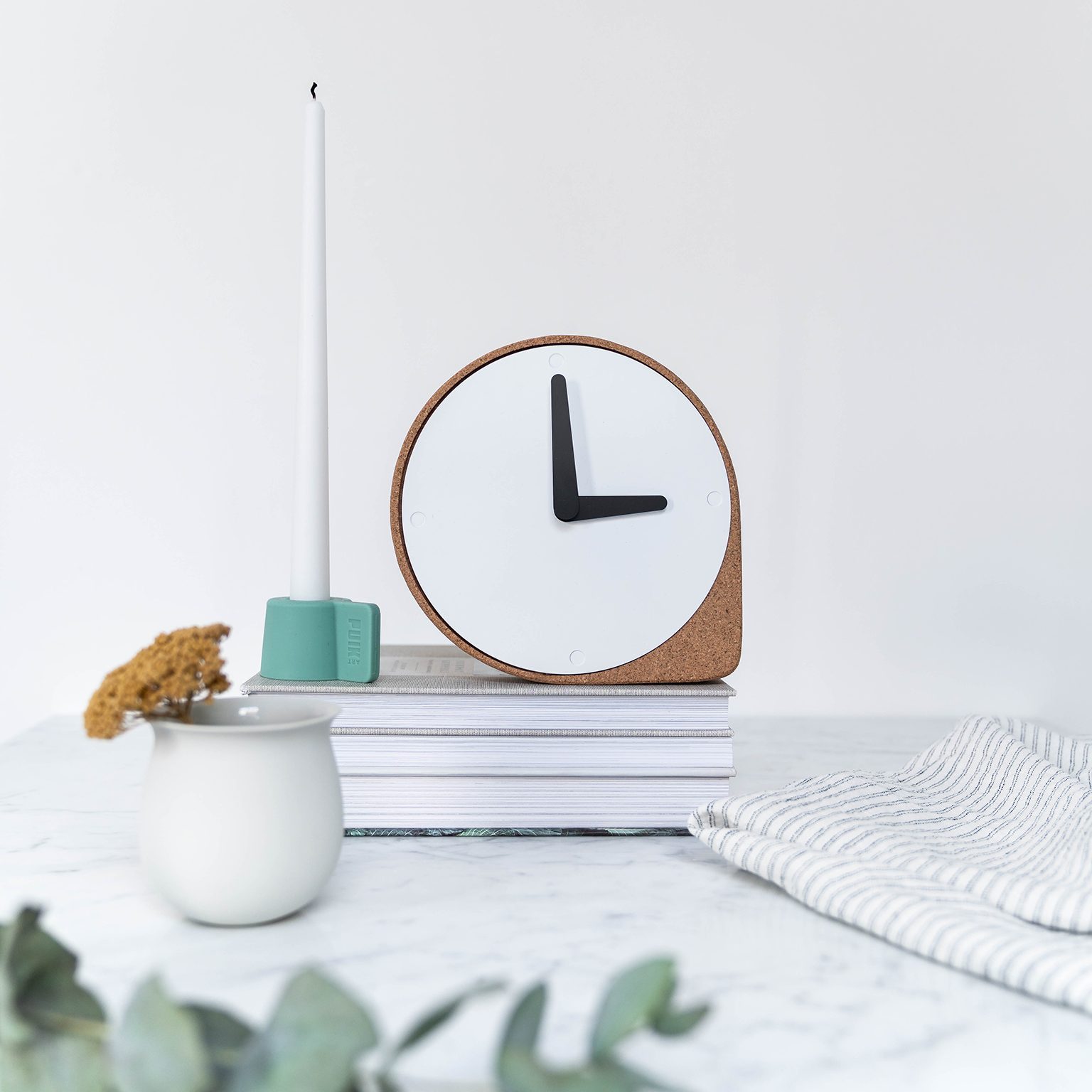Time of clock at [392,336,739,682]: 2:59
